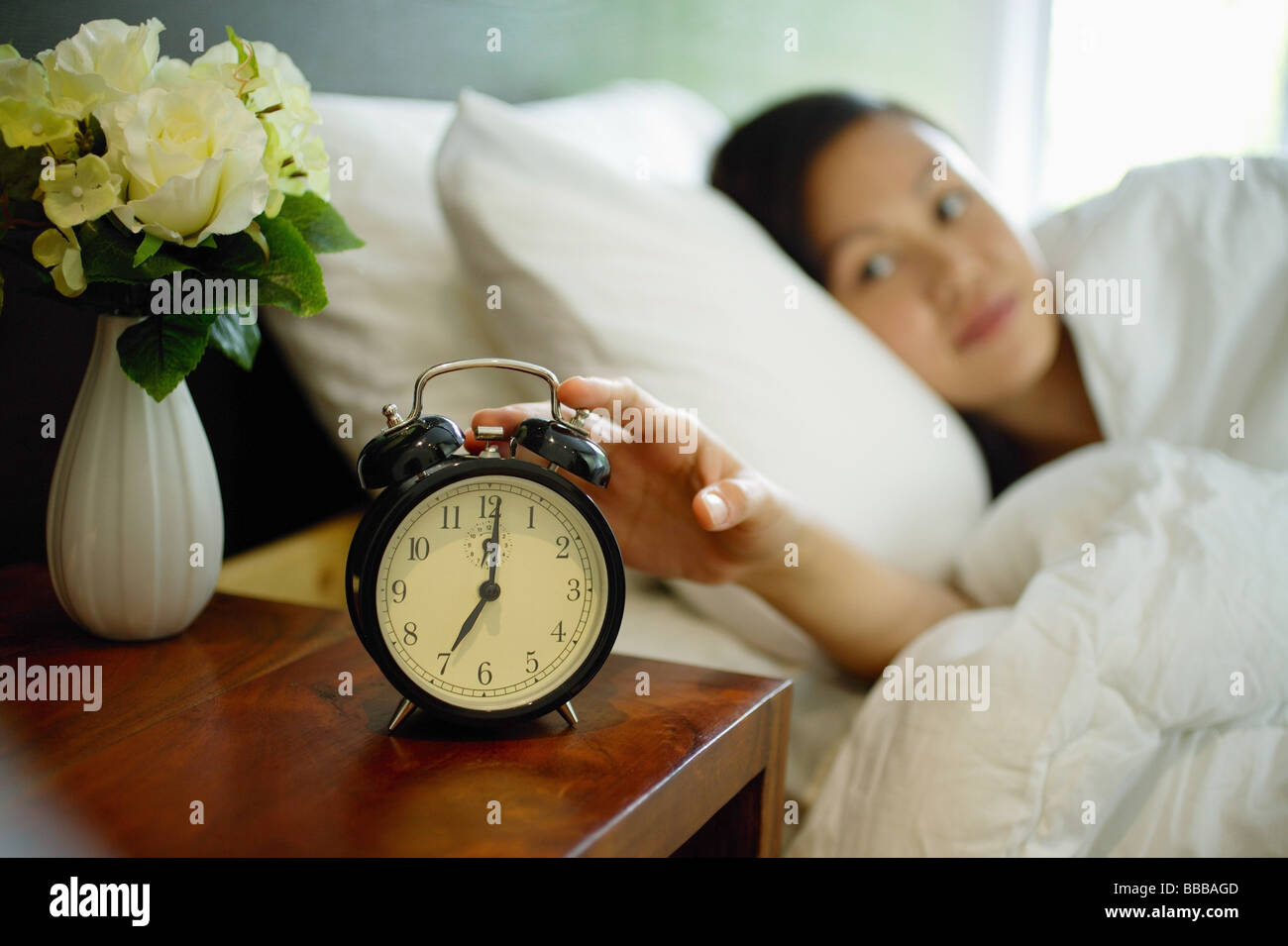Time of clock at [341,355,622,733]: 7:01
